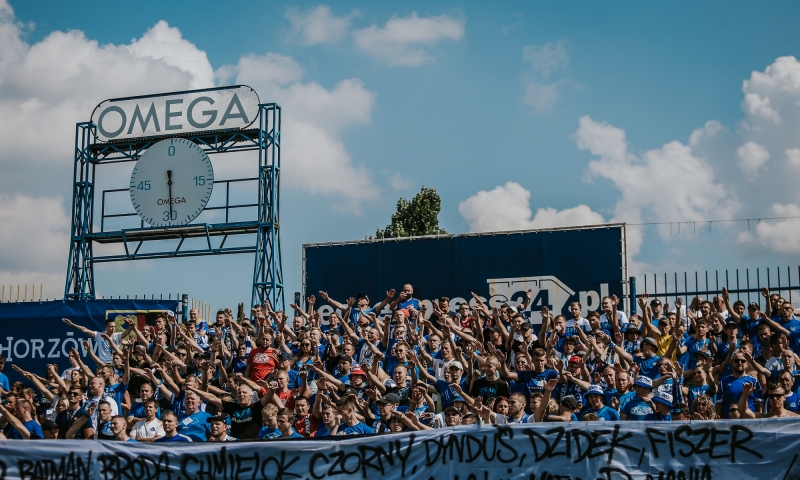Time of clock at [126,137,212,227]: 11:29
